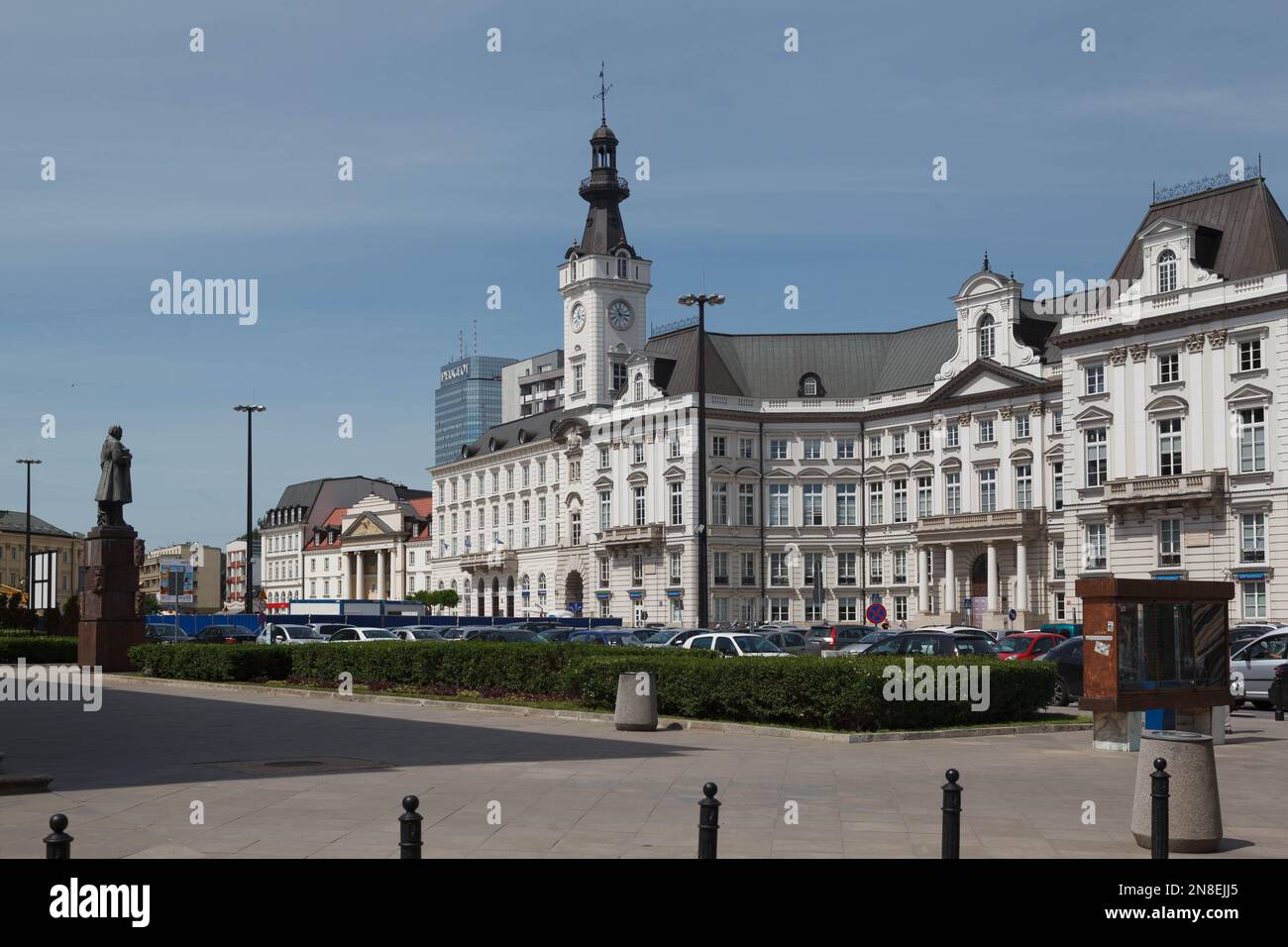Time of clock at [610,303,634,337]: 11:13
